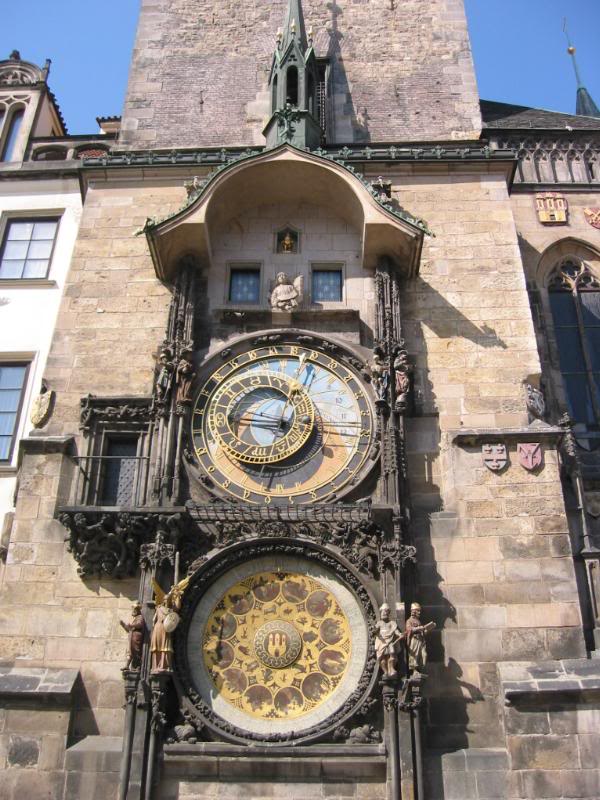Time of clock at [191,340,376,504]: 12:45
